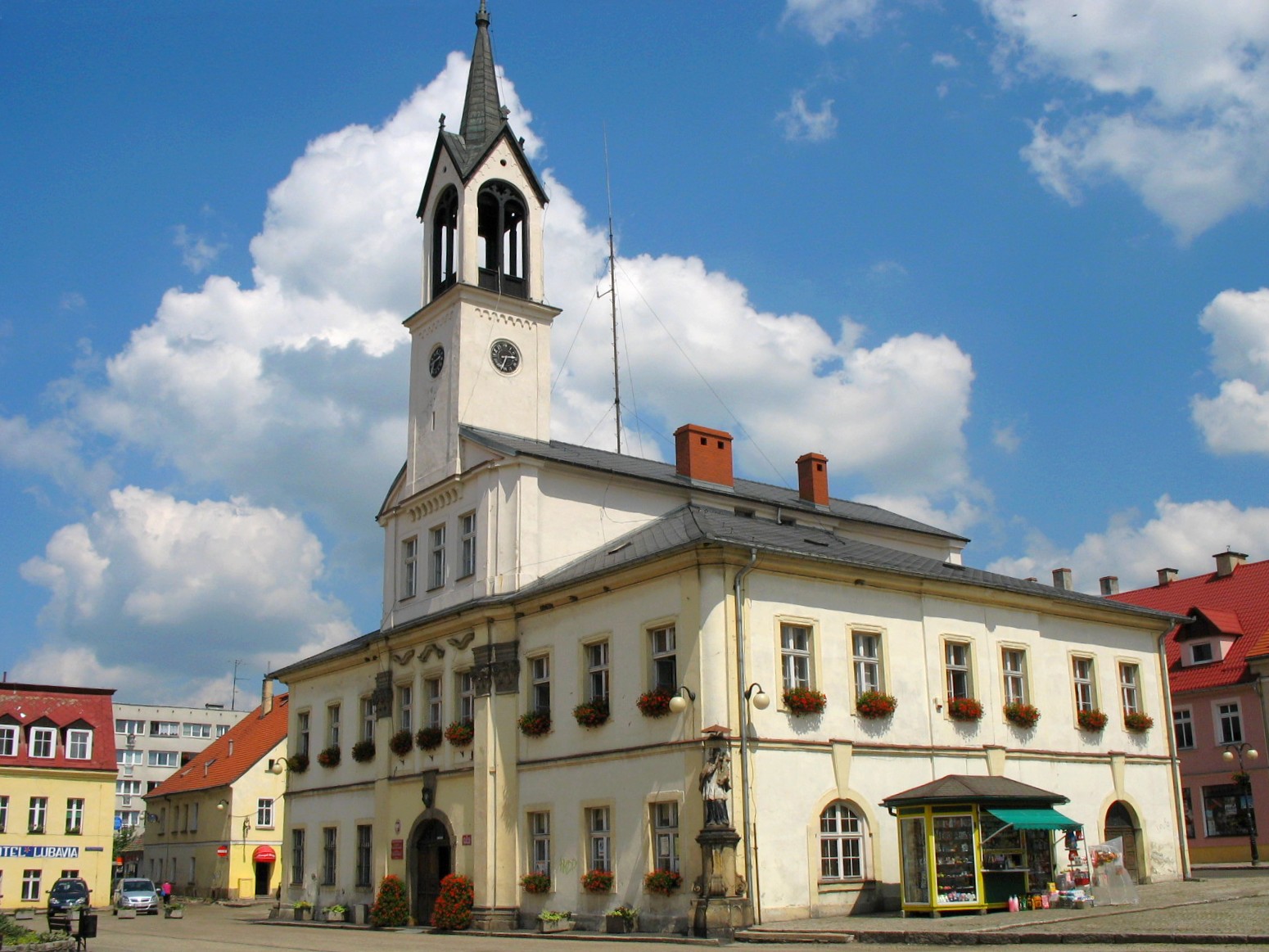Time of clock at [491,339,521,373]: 2:34
